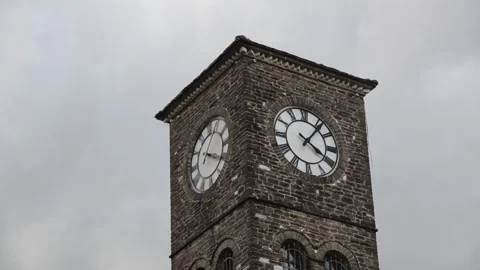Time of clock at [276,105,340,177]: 4:06
